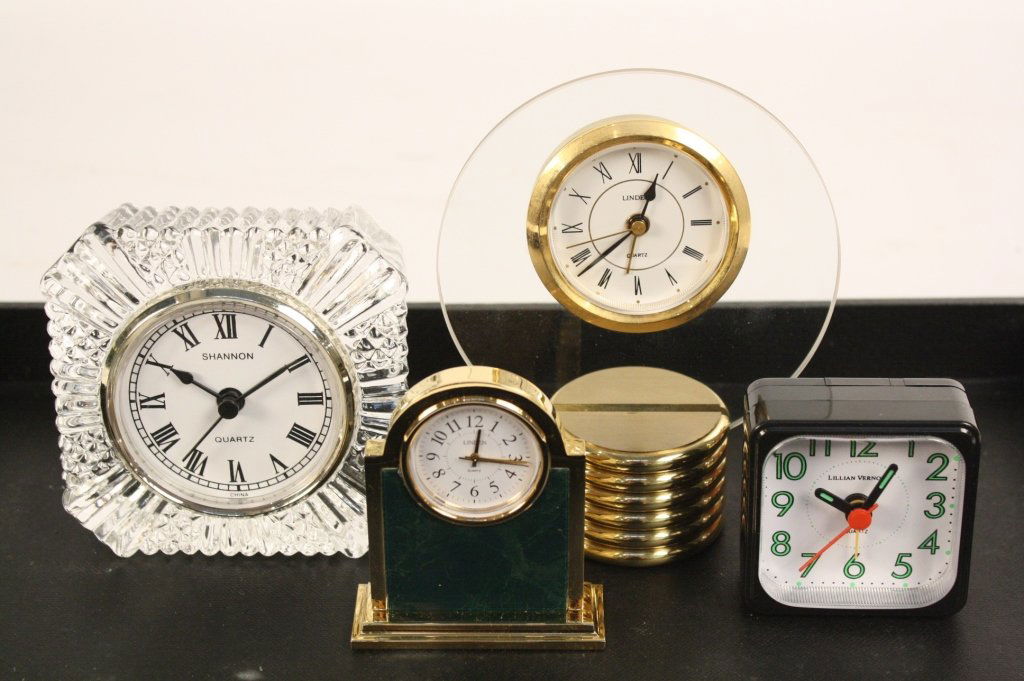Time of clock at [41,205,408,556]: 10:09
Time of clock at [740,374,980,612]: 10:05
